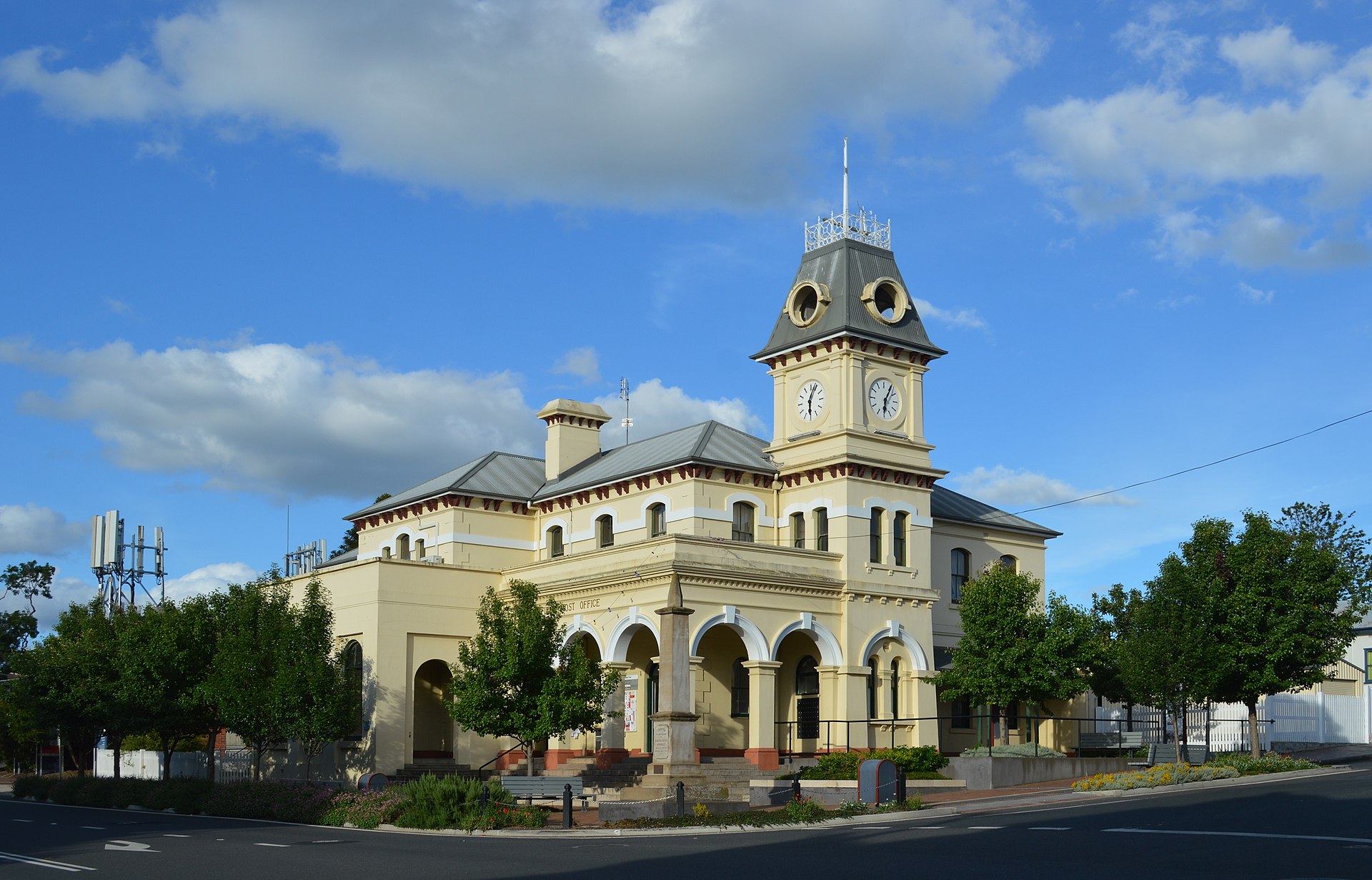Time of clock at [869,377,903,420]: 6:05
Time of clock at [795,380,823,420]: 6:03
